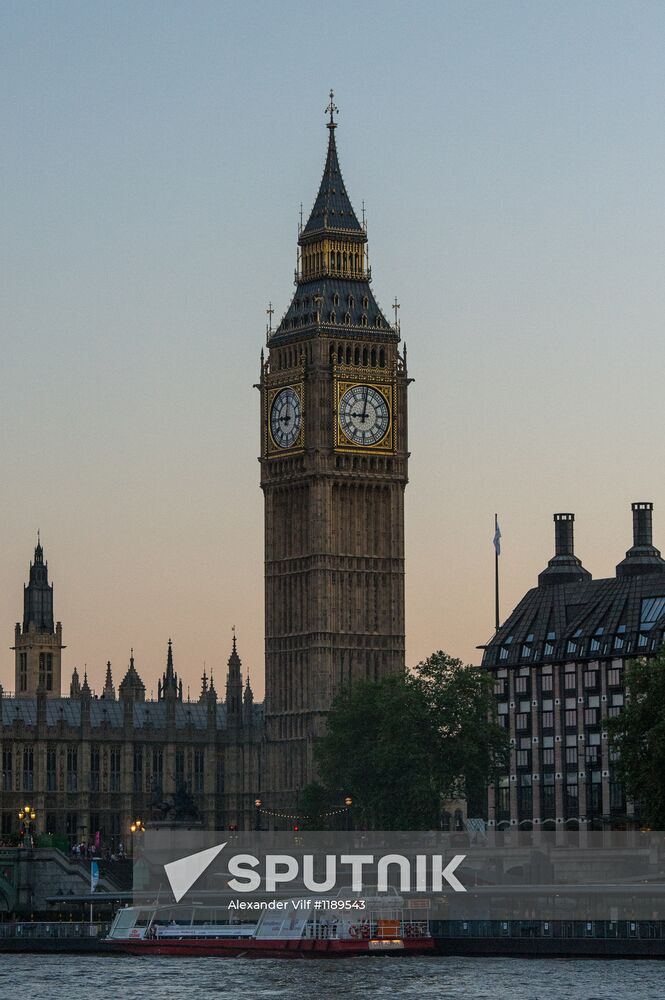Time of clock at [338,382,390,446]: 9:01
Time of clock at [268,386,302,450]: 9:01
